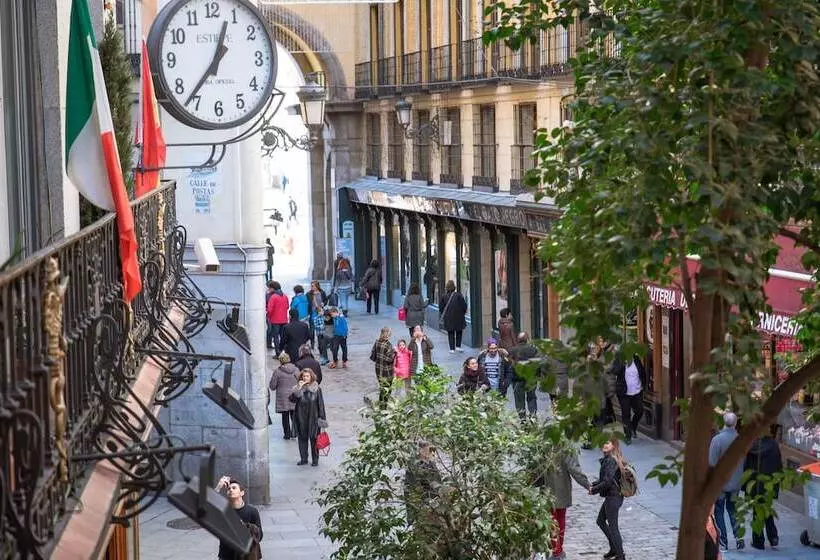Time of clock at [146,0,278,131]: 12:36
